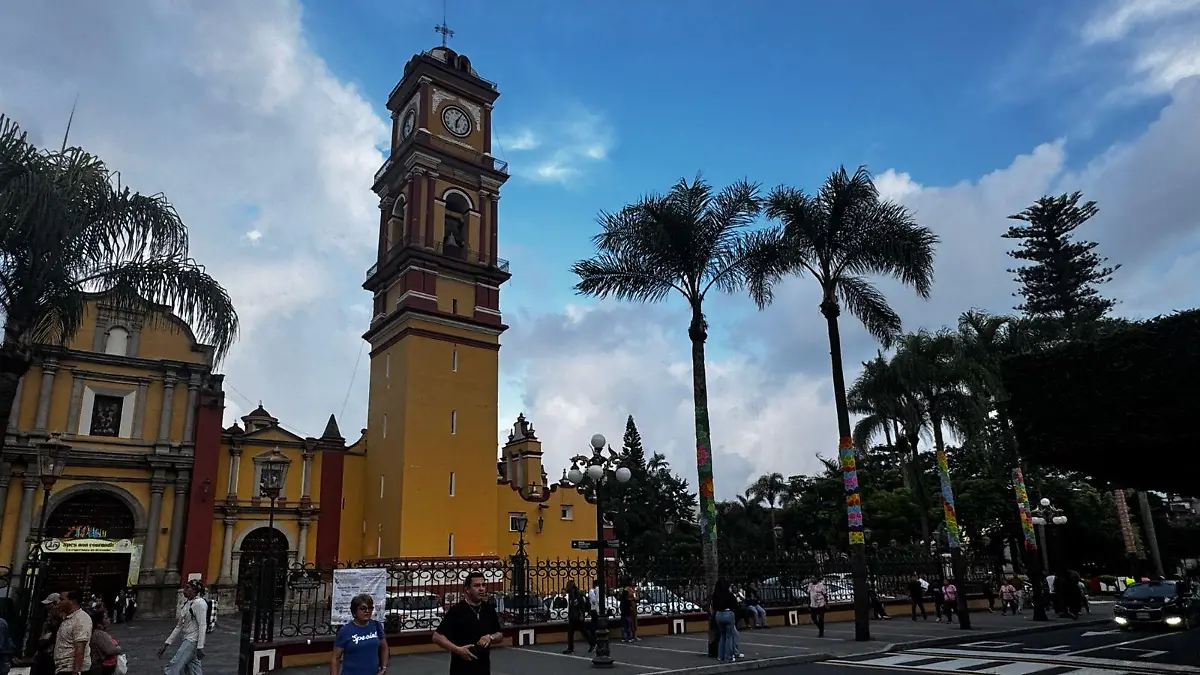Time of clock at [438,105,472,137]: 6:06
